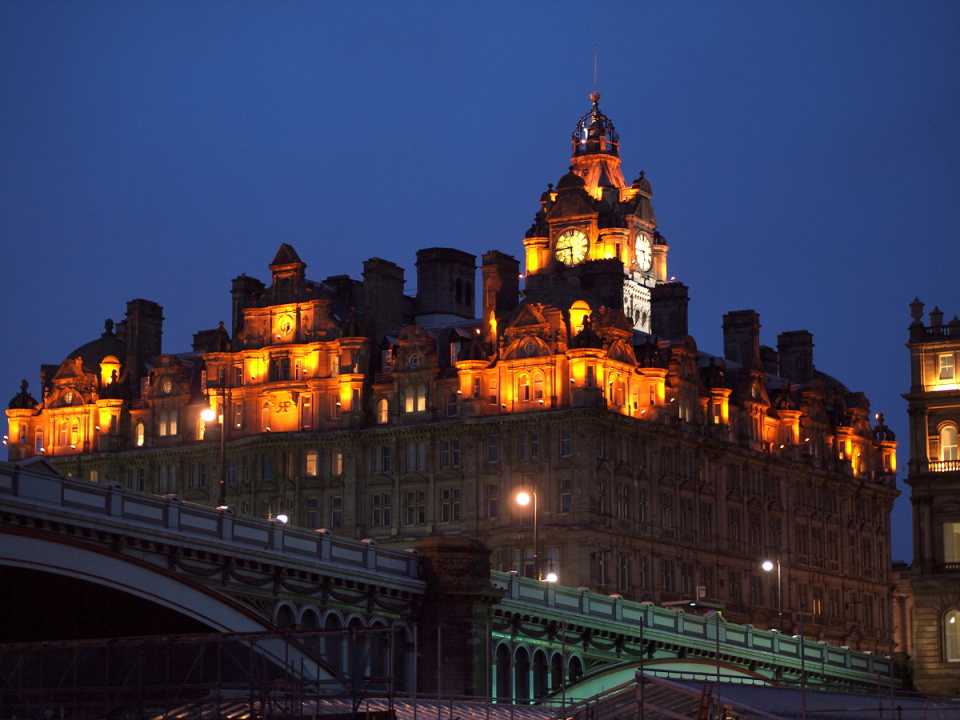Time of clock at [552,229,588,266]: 5:43
